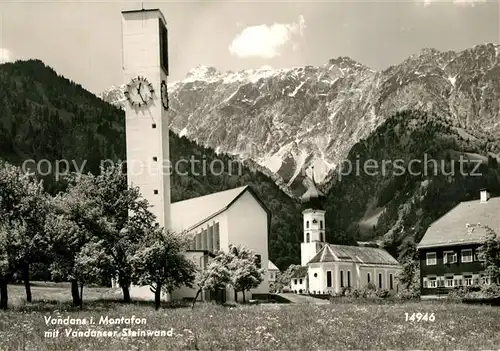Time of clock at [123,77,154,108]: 12:25
